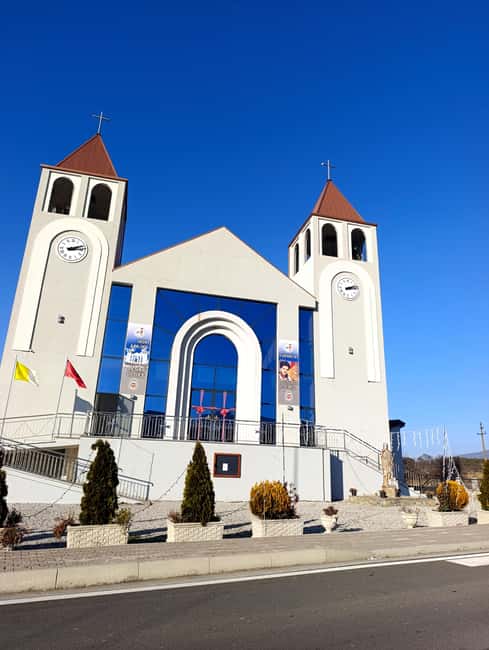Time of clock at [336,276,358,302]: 2:13
